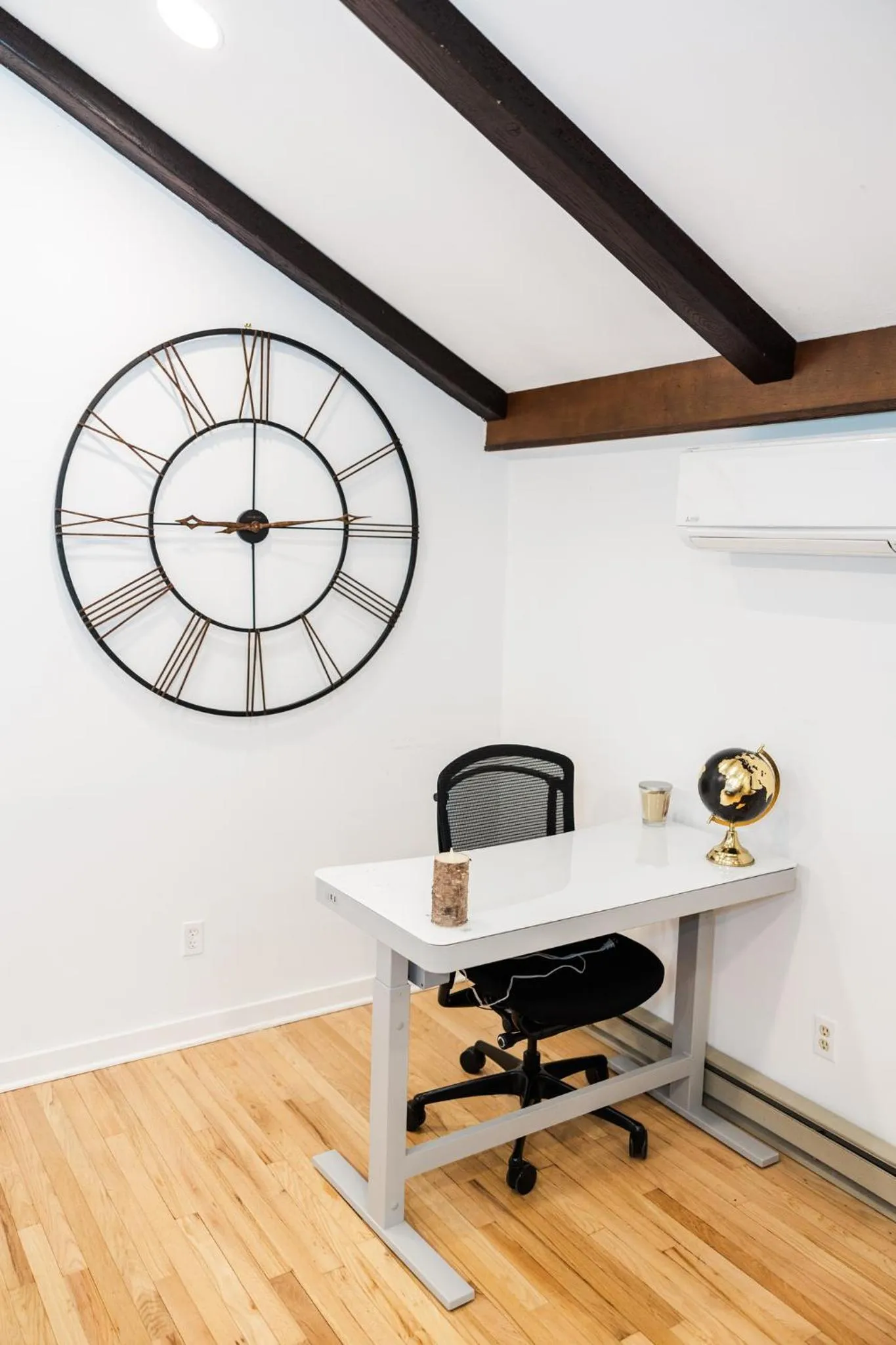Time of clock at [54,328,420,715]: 9:00
